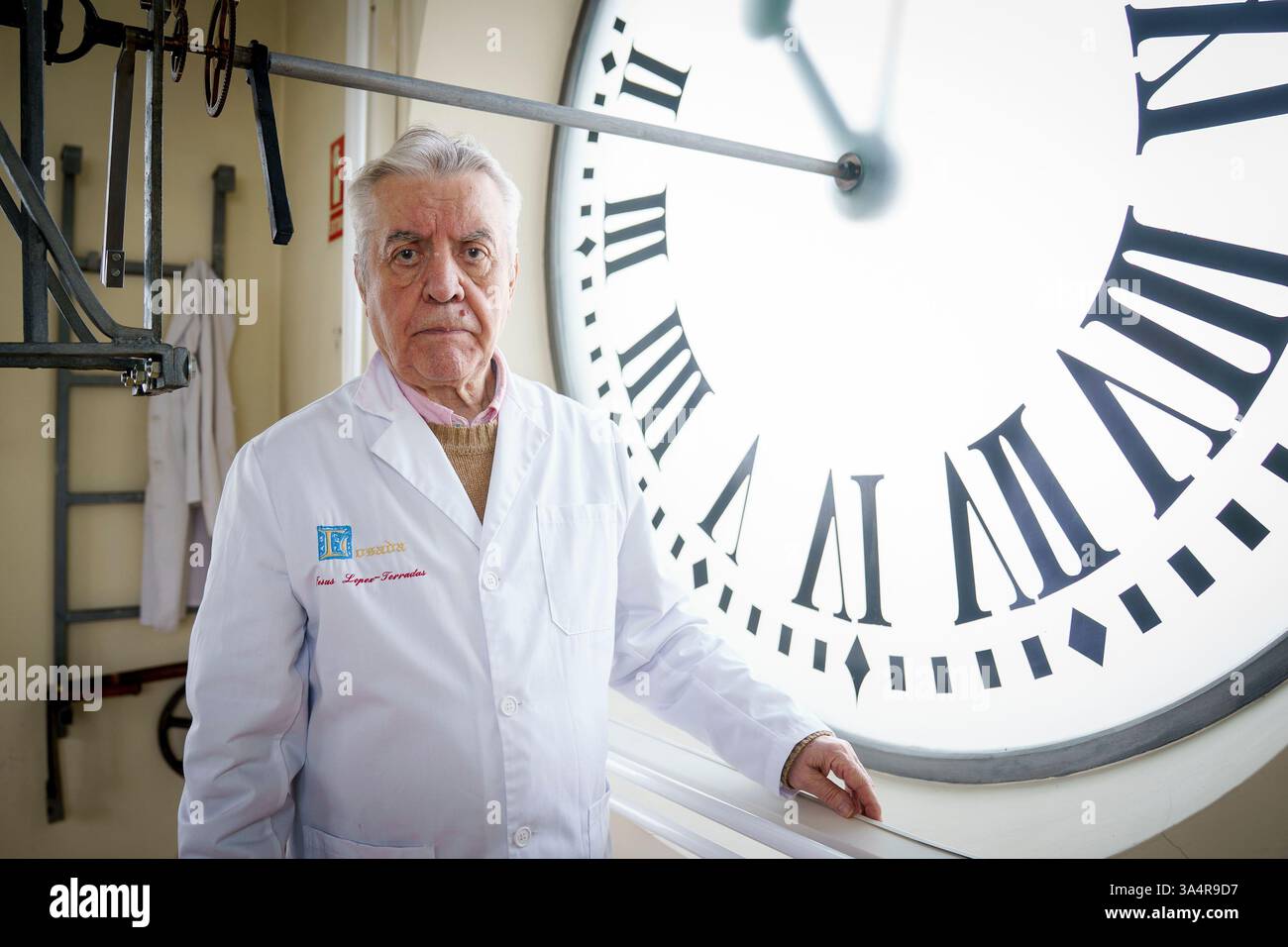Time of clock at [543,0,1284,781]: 10:47
